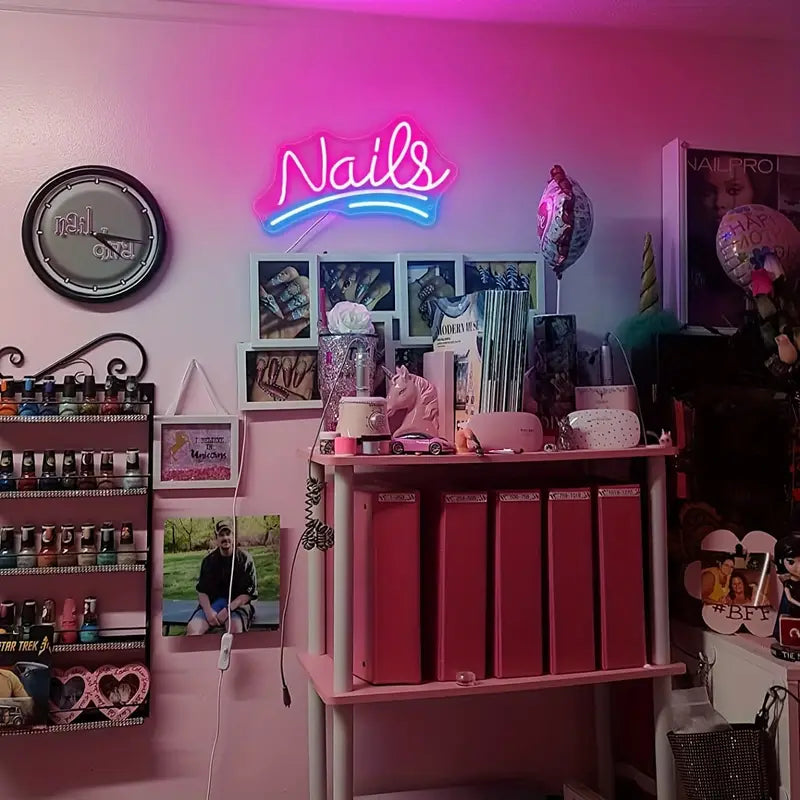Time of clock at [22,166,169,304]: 4:15
